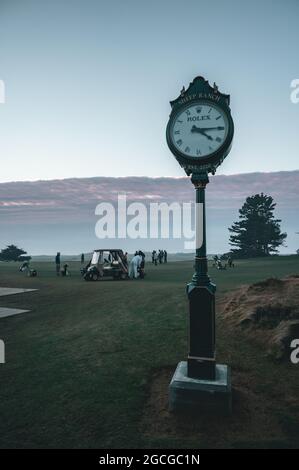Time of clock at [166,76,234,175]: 4:14
